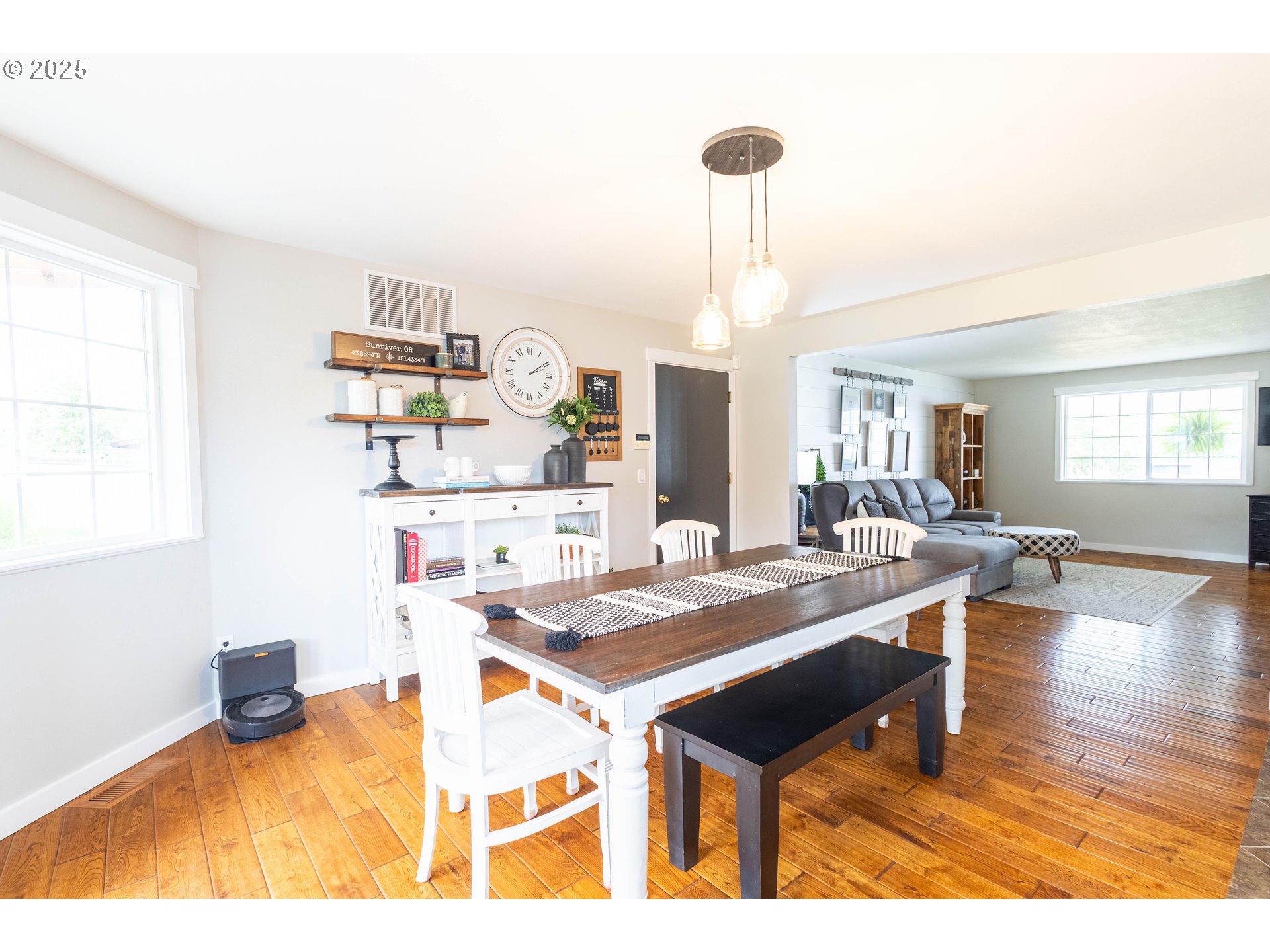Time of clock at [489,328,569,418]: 2:09
